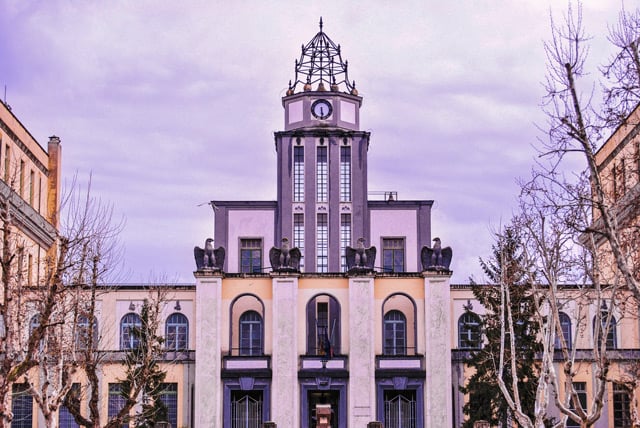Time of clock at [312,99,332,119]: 5:29
